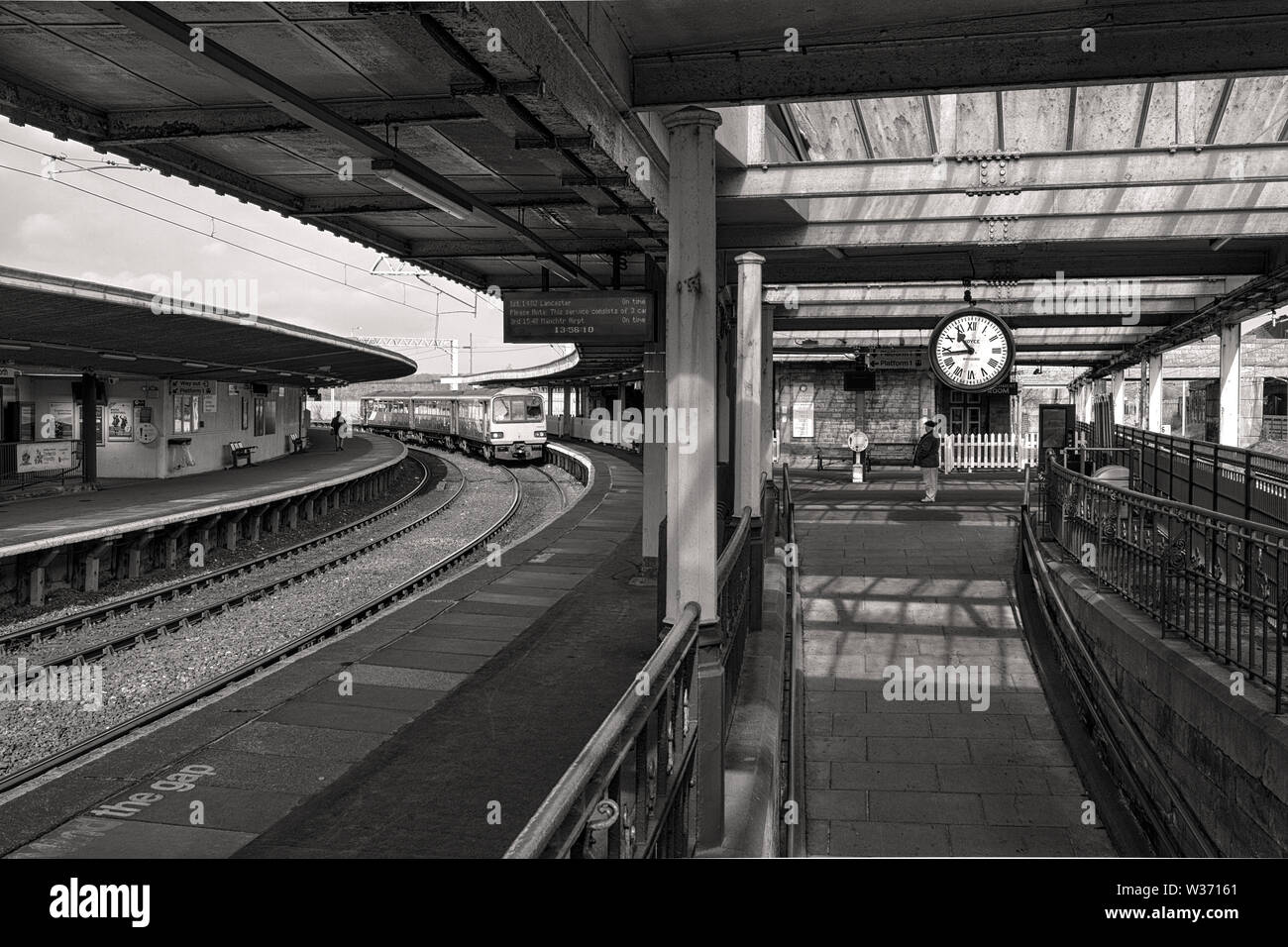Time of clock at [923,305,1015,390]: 10:43
